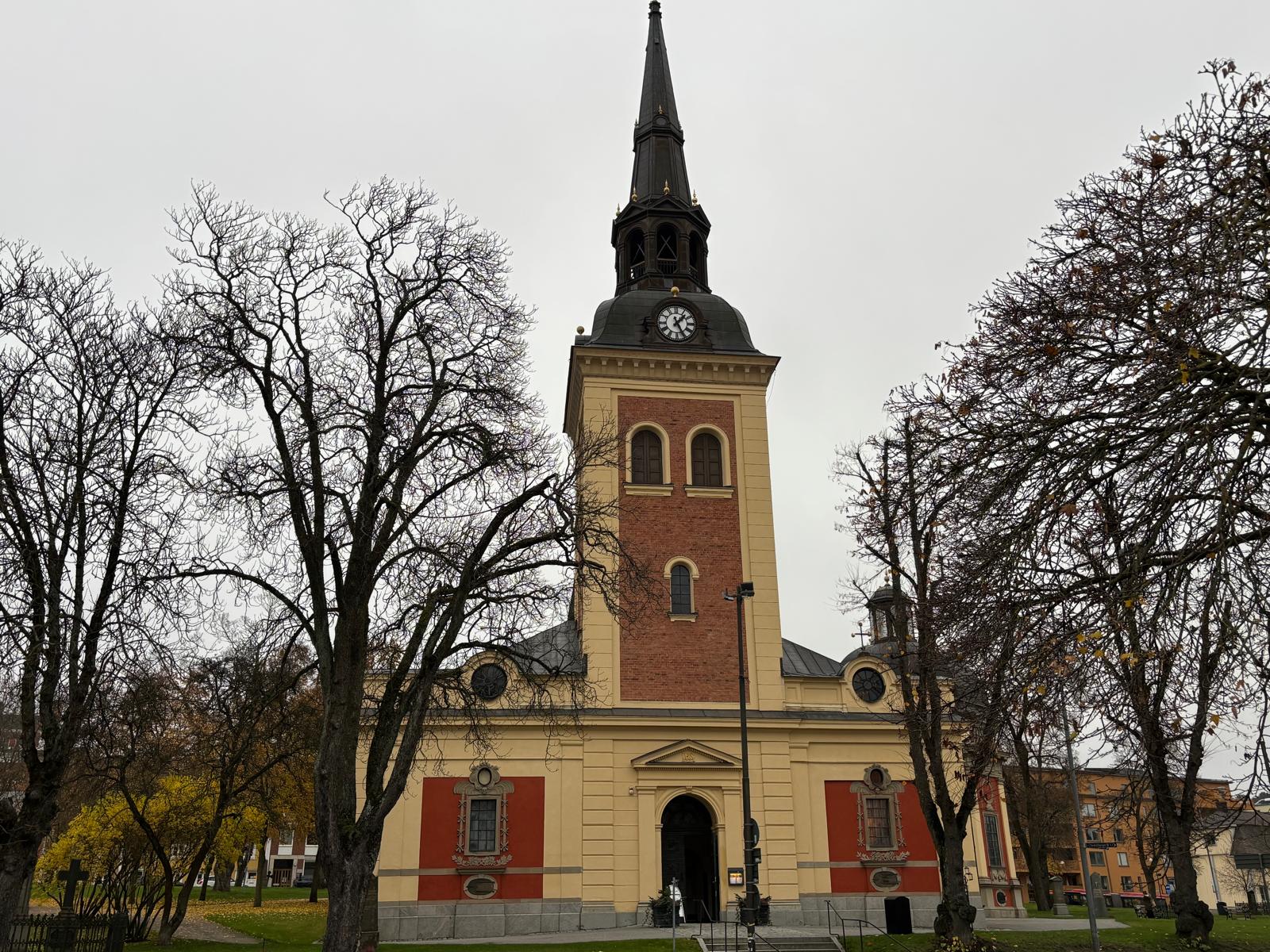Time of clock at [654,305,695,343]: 1:25
